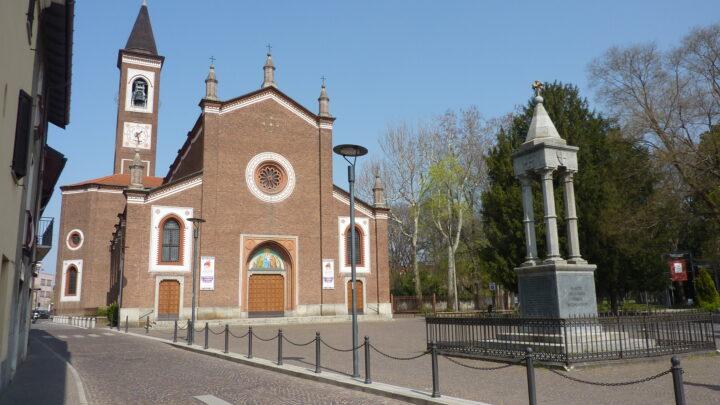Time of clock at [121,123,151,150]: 1:28
